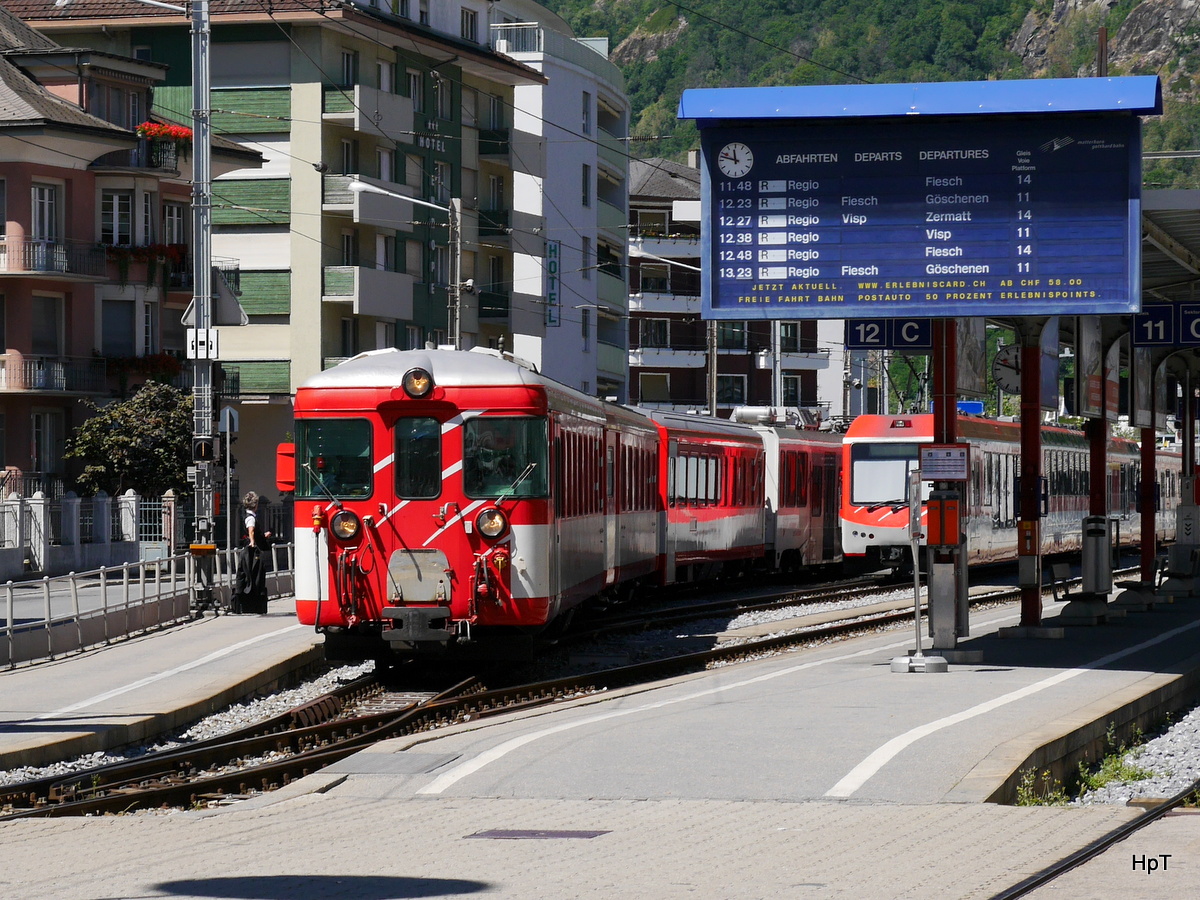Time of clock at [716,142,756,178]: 11:47
